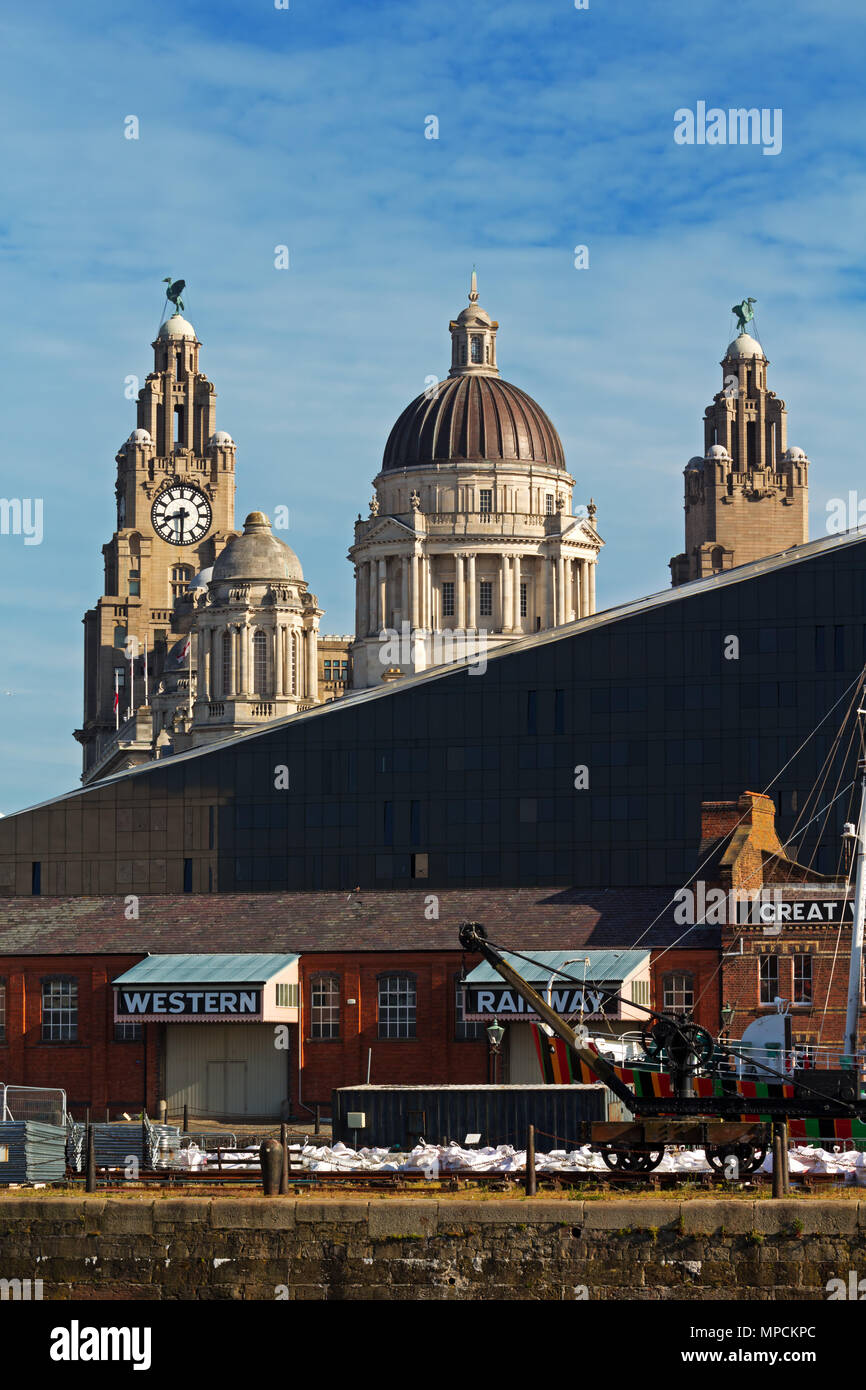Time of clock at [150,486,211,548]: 8:30
